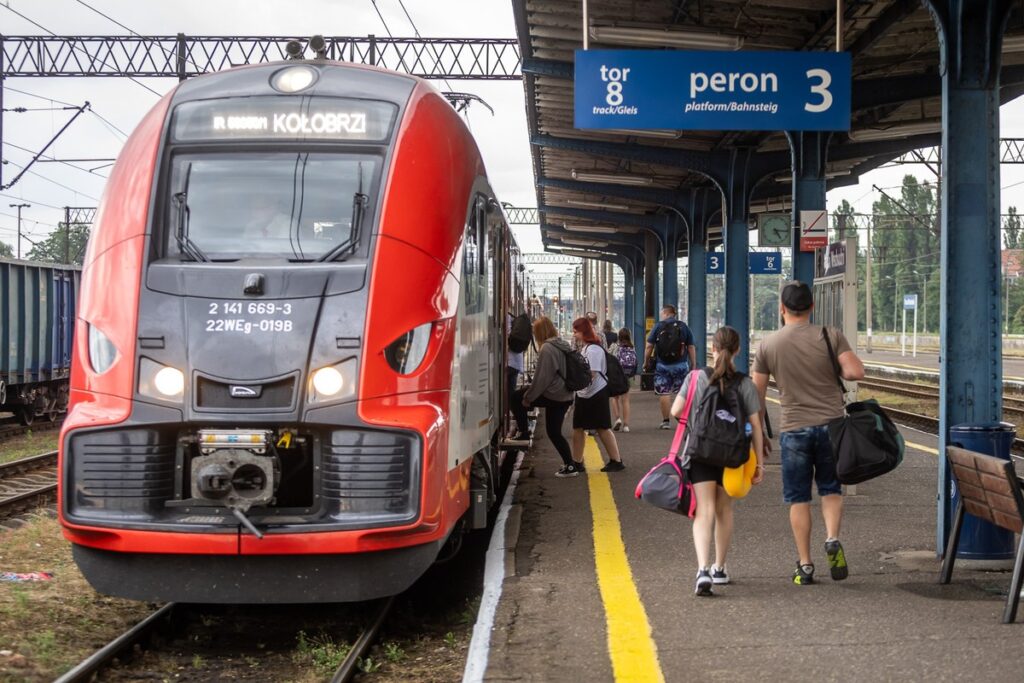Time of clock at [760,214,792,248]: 5:15
